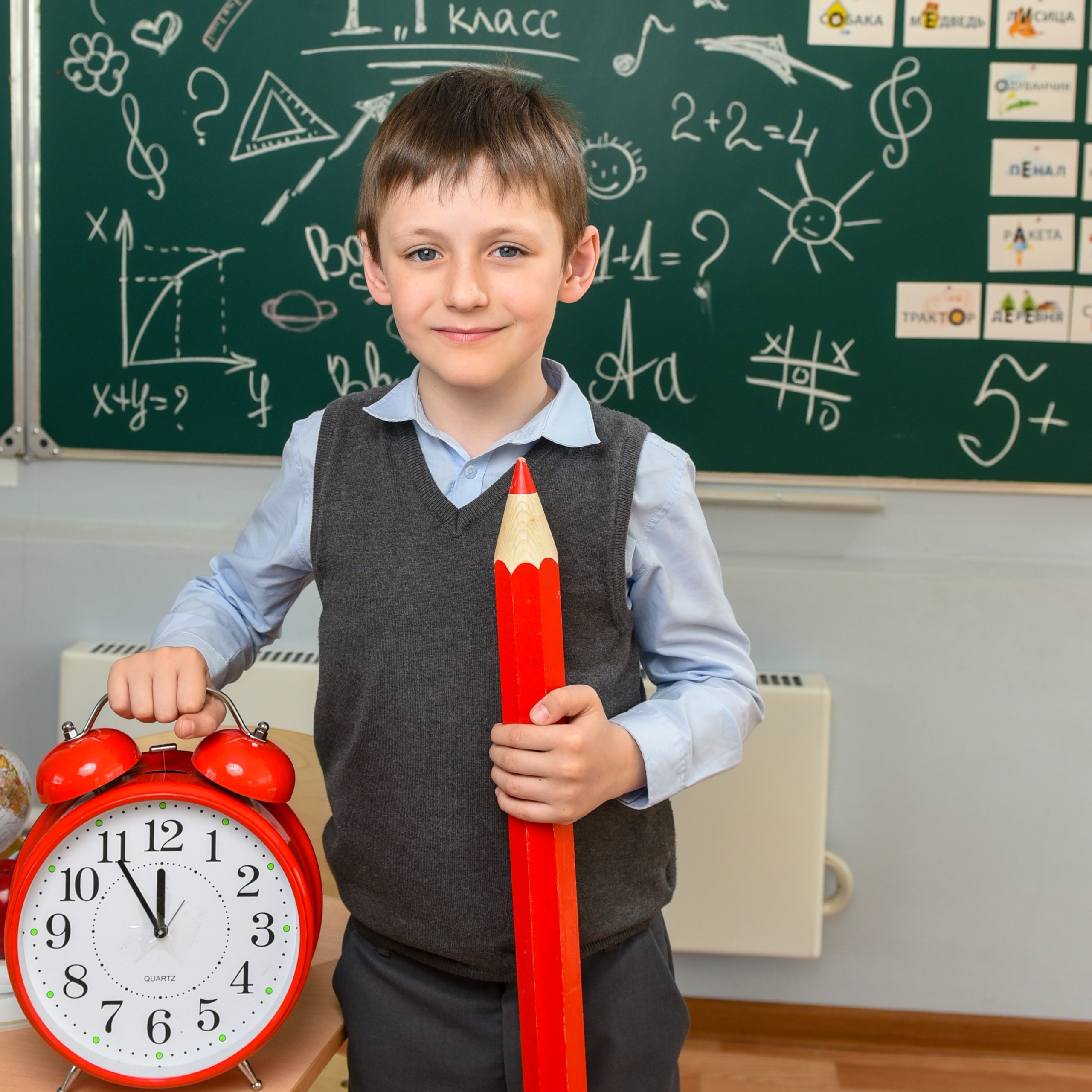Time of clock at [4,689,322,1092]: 11:54
